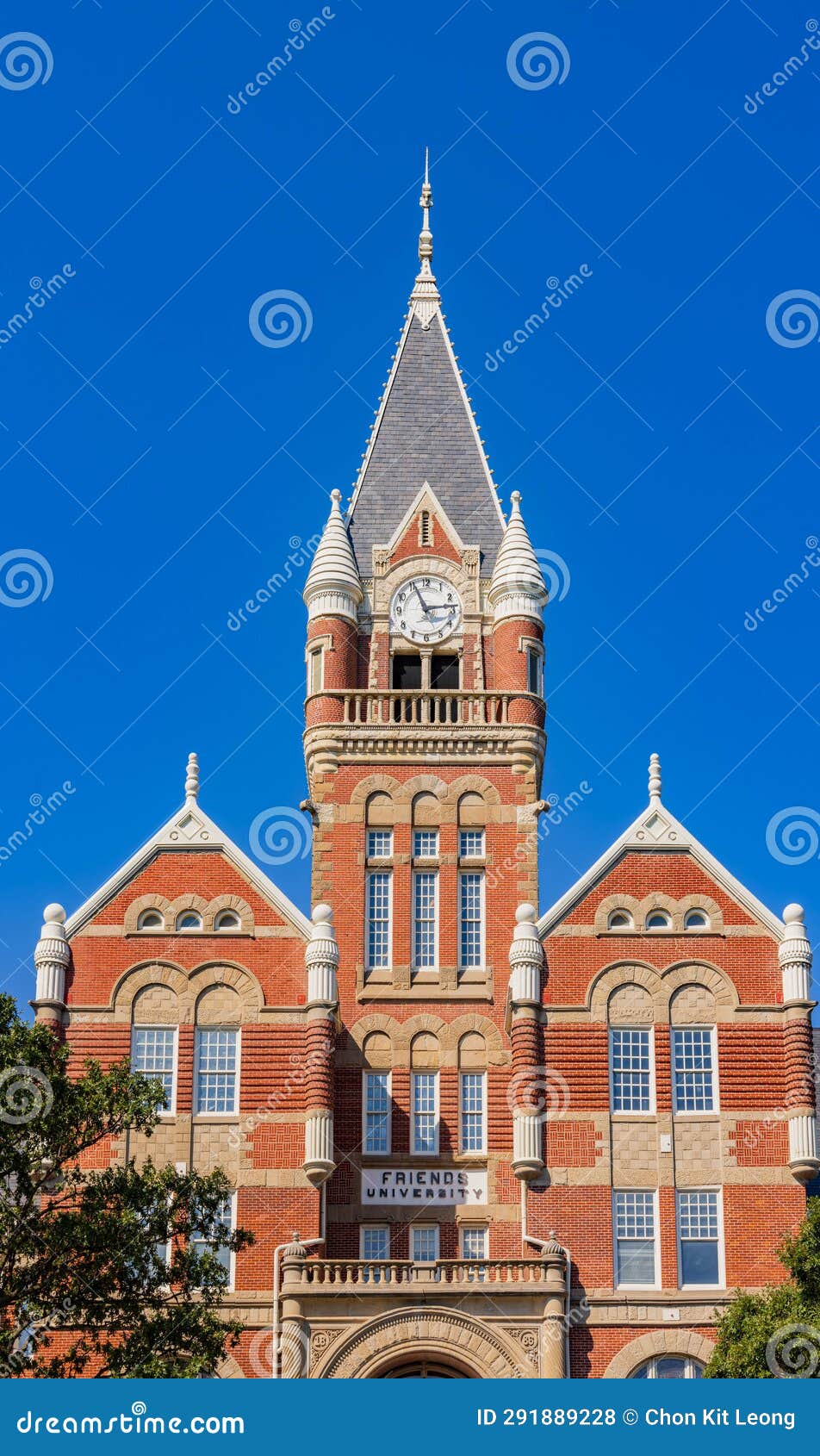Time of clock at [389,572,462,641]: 11:13
